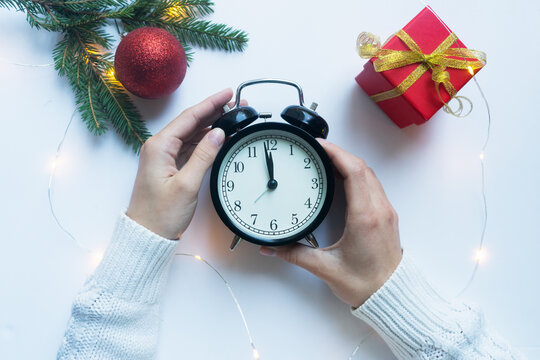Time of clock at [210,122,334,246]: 11:58
